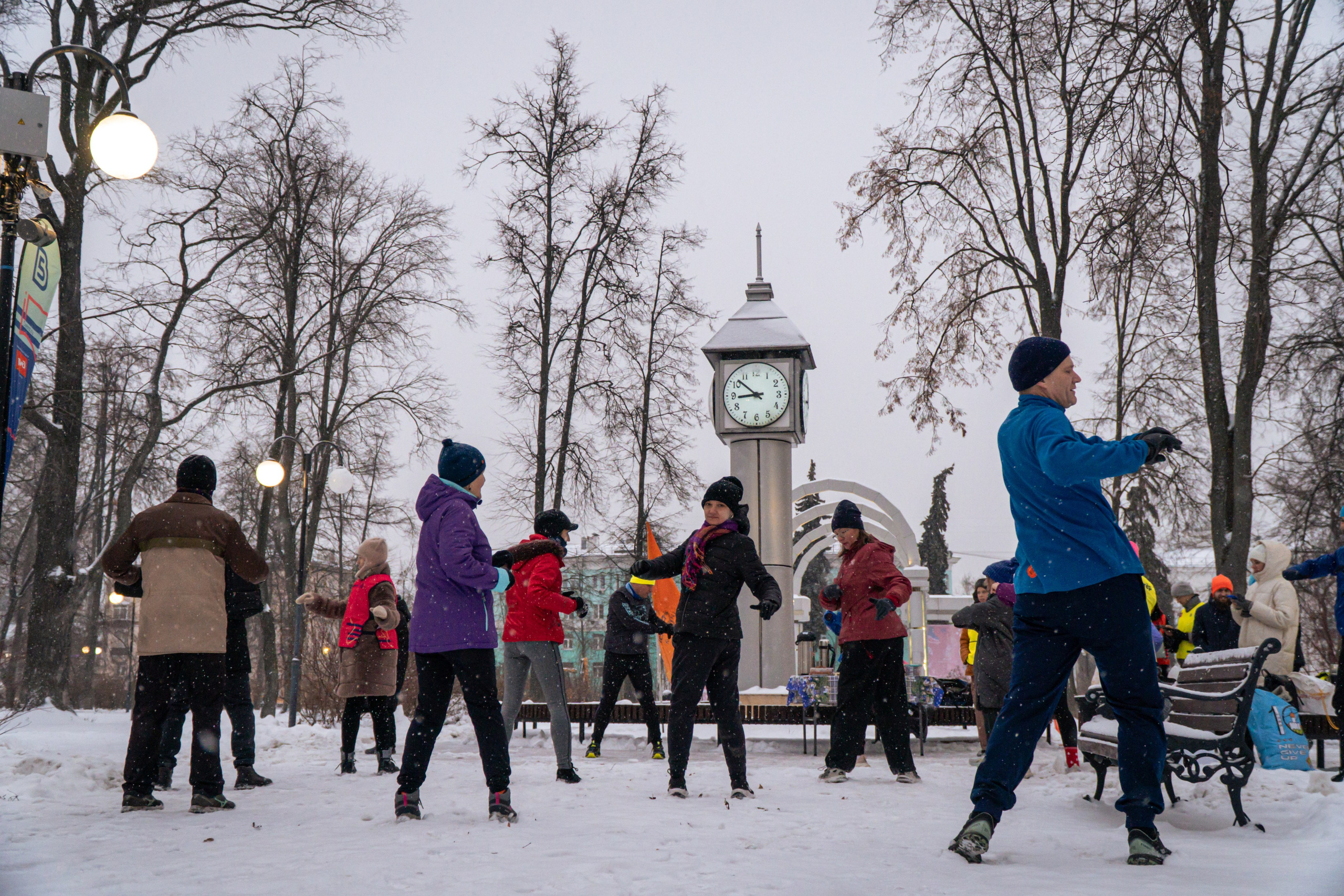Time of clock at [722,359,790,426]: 8:51
